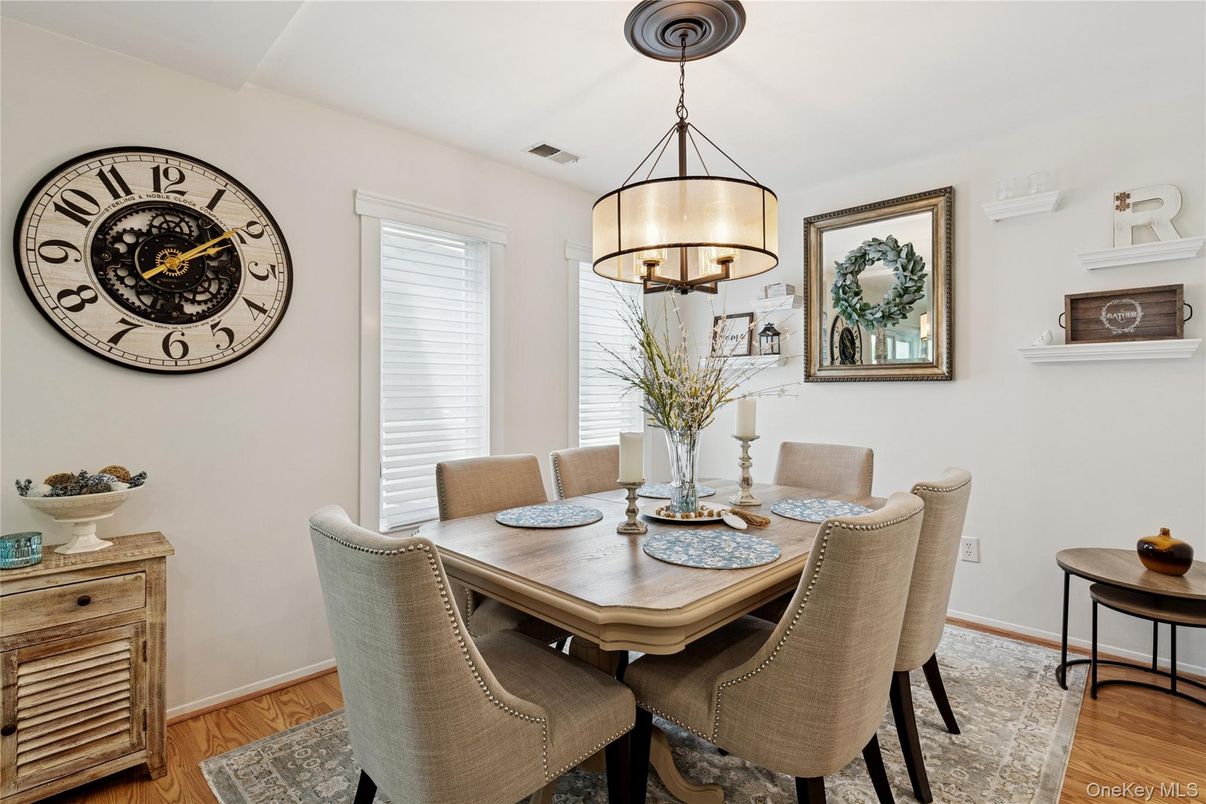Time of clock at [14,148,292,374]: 2:09
